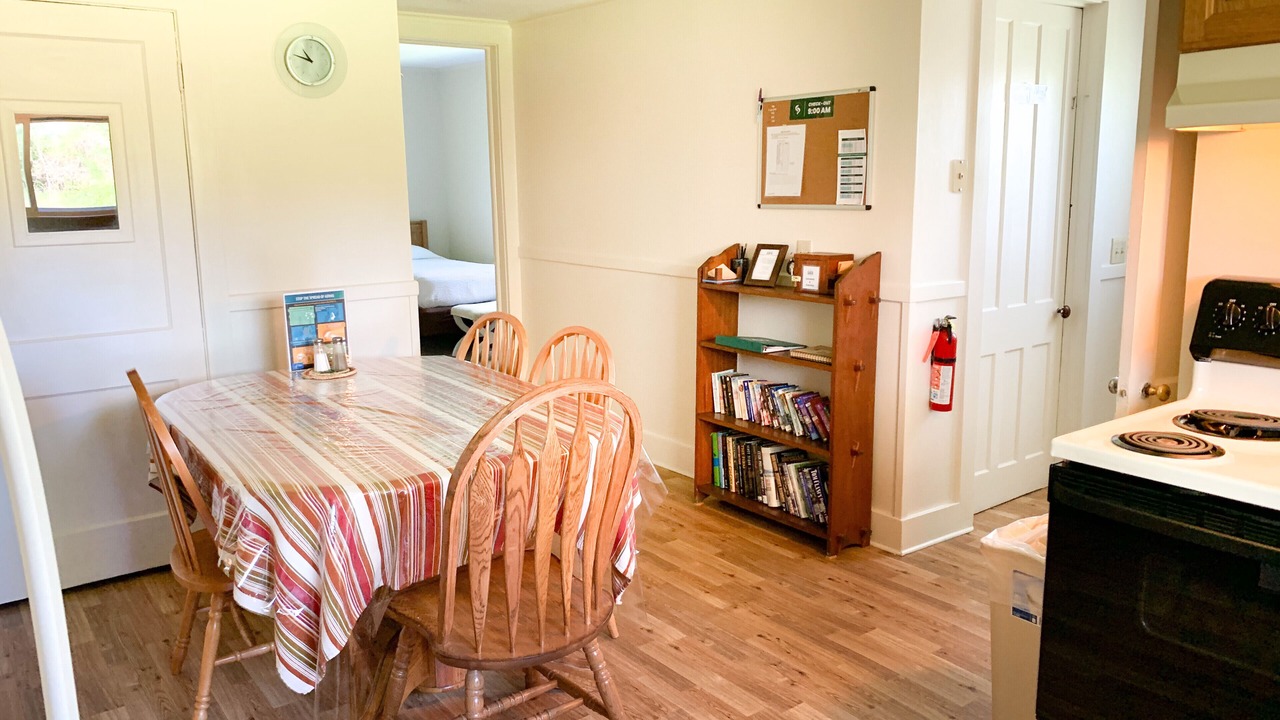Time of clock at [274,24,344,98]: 10:47
